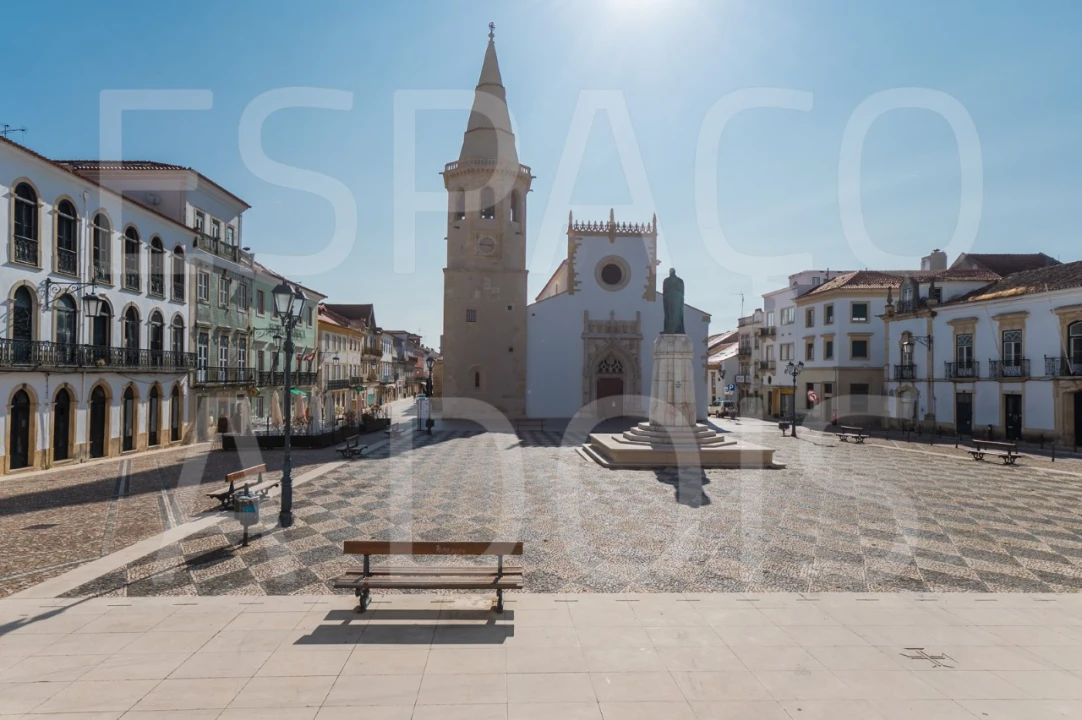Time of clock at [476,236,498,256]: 2:46
